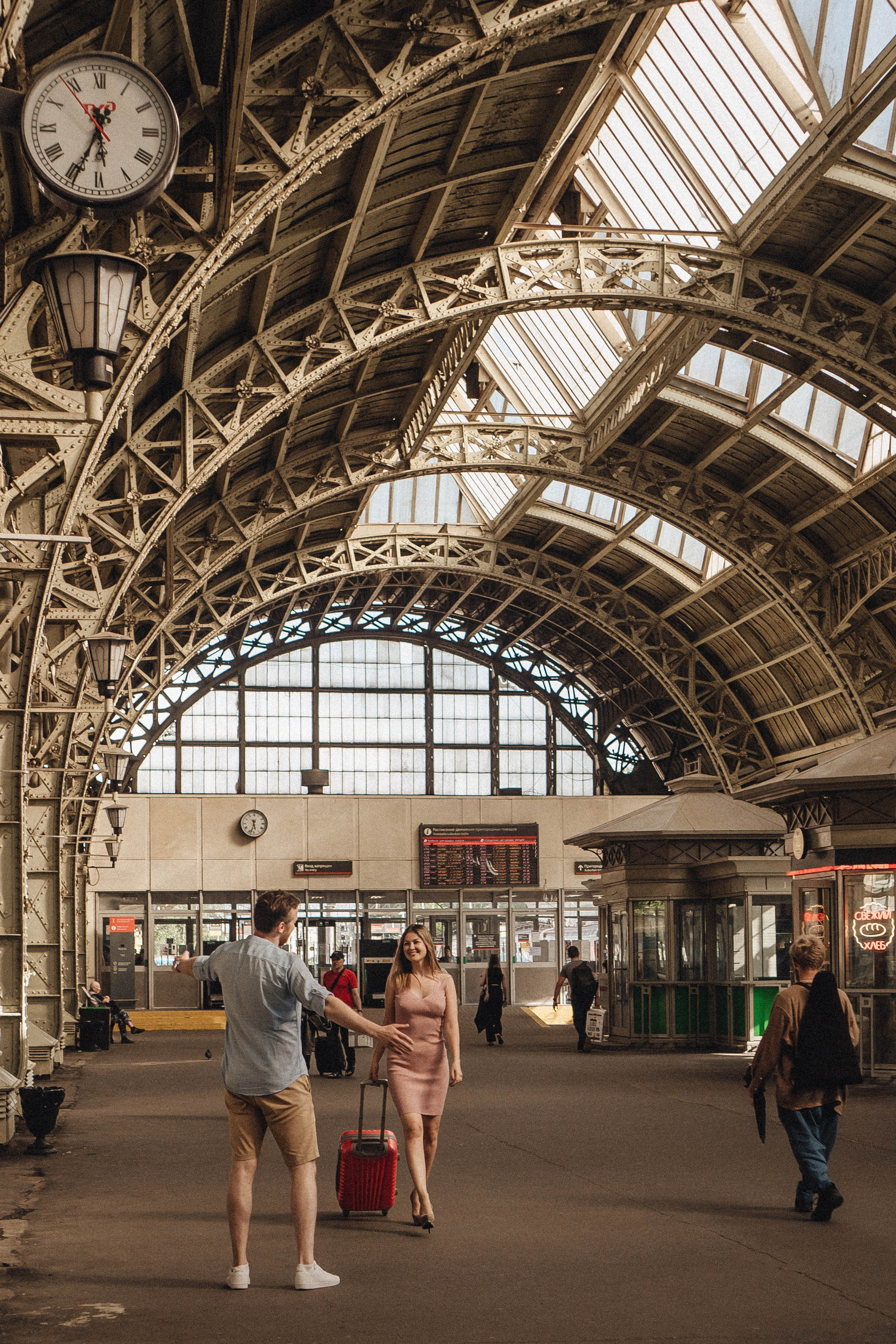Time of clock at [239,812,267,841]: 5:32
